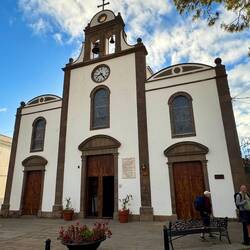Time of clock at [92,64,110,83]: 8:24
